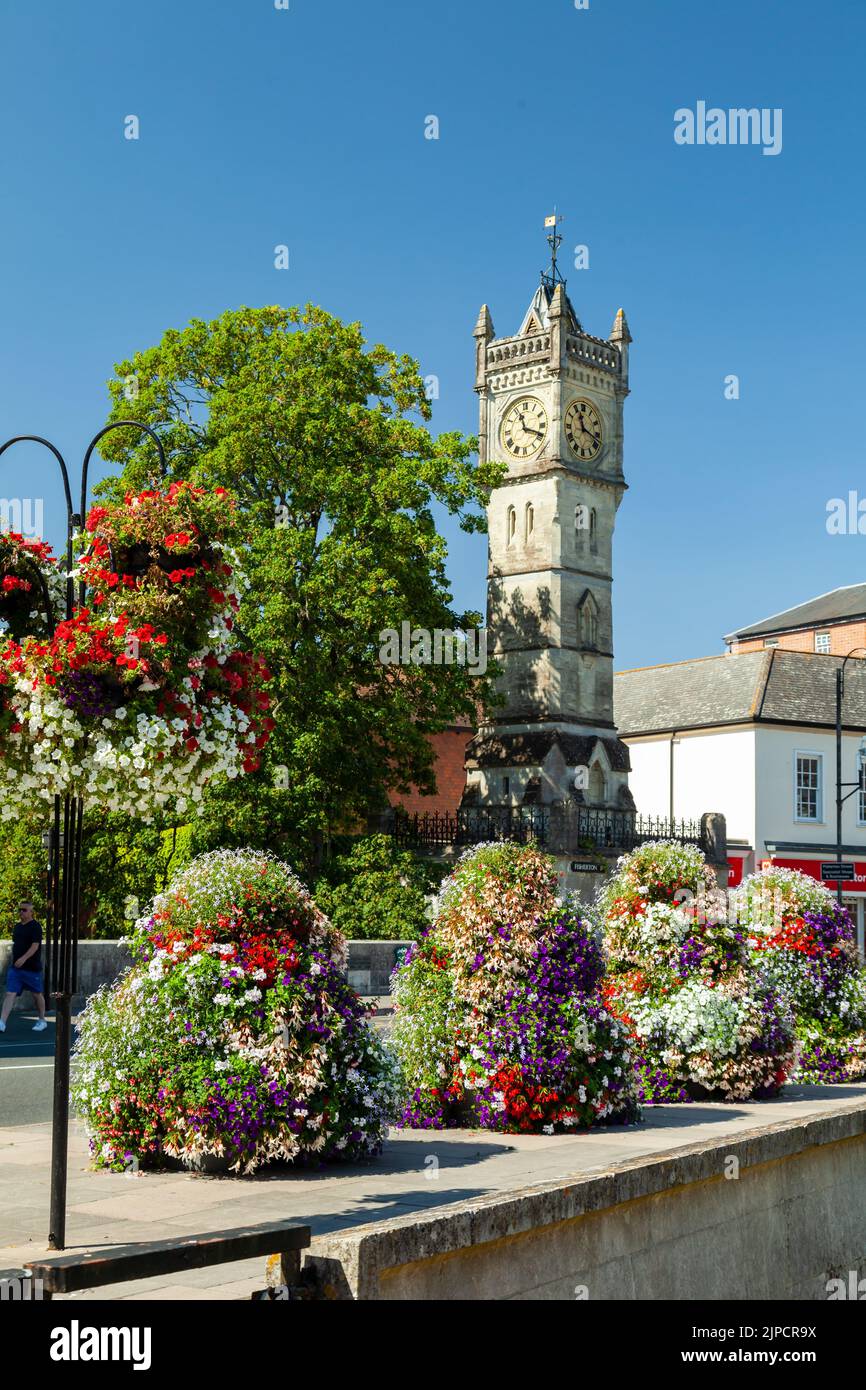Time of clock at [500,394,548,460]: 11:18
